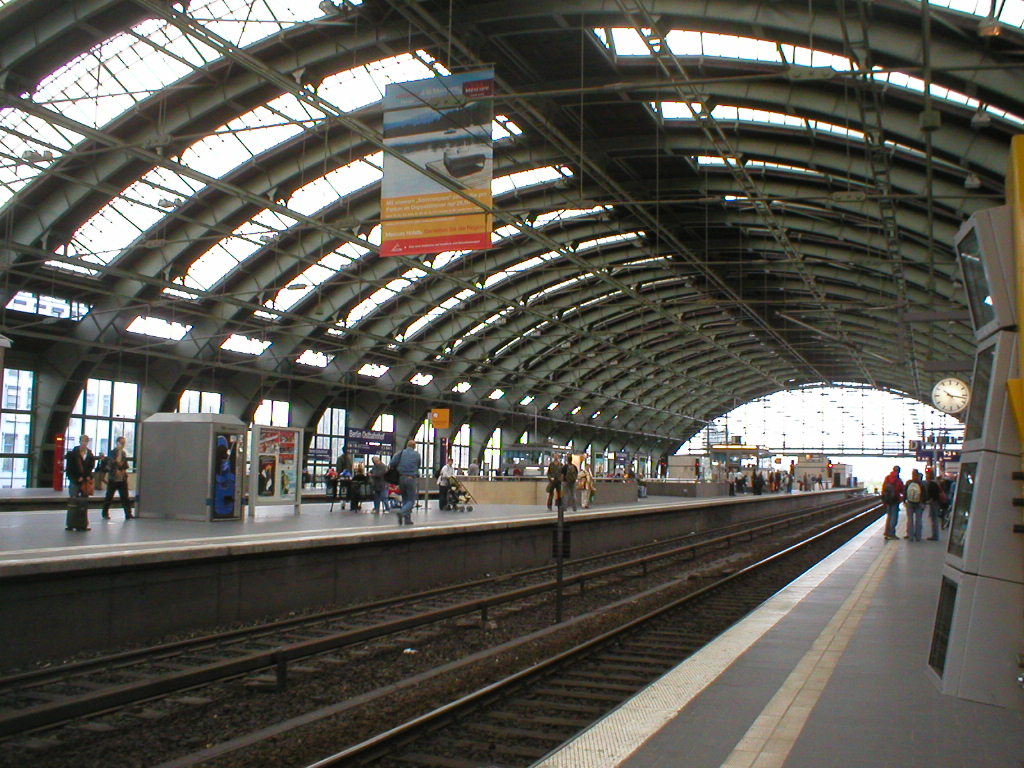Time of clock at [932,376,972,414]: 10:17
